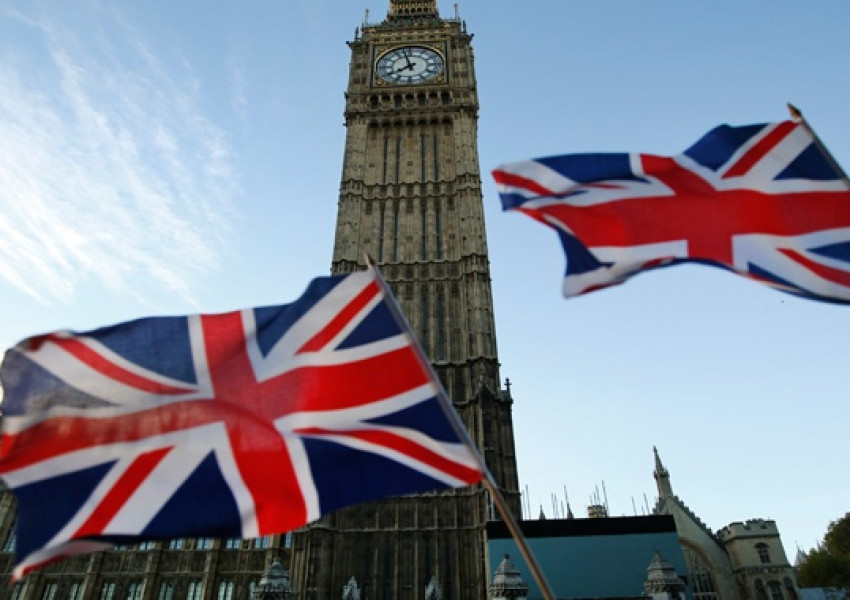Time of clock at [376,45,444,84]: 7:57
